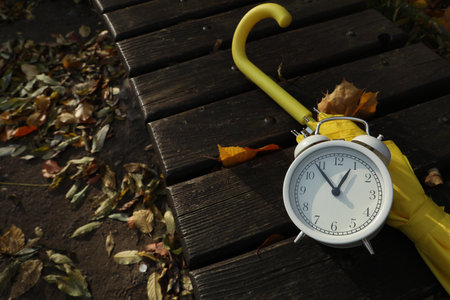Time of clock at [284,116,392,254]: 12:53
